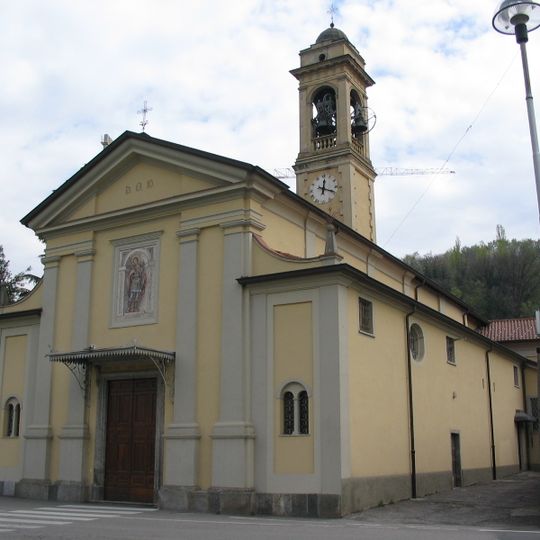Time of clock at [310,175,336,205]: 12:18
